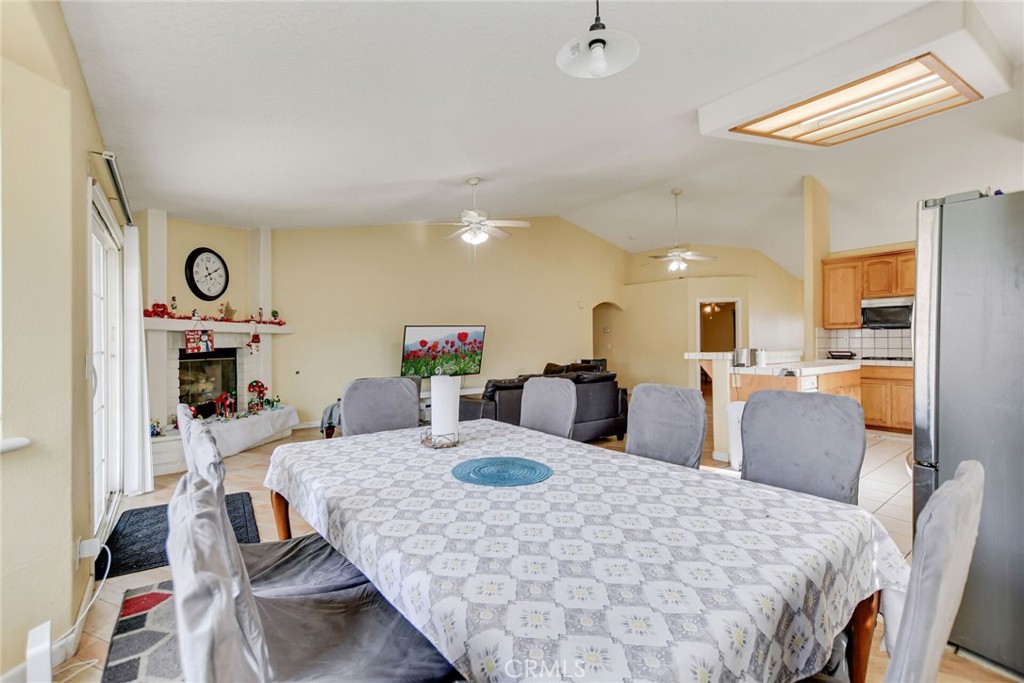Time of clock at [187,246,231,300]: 11:10
